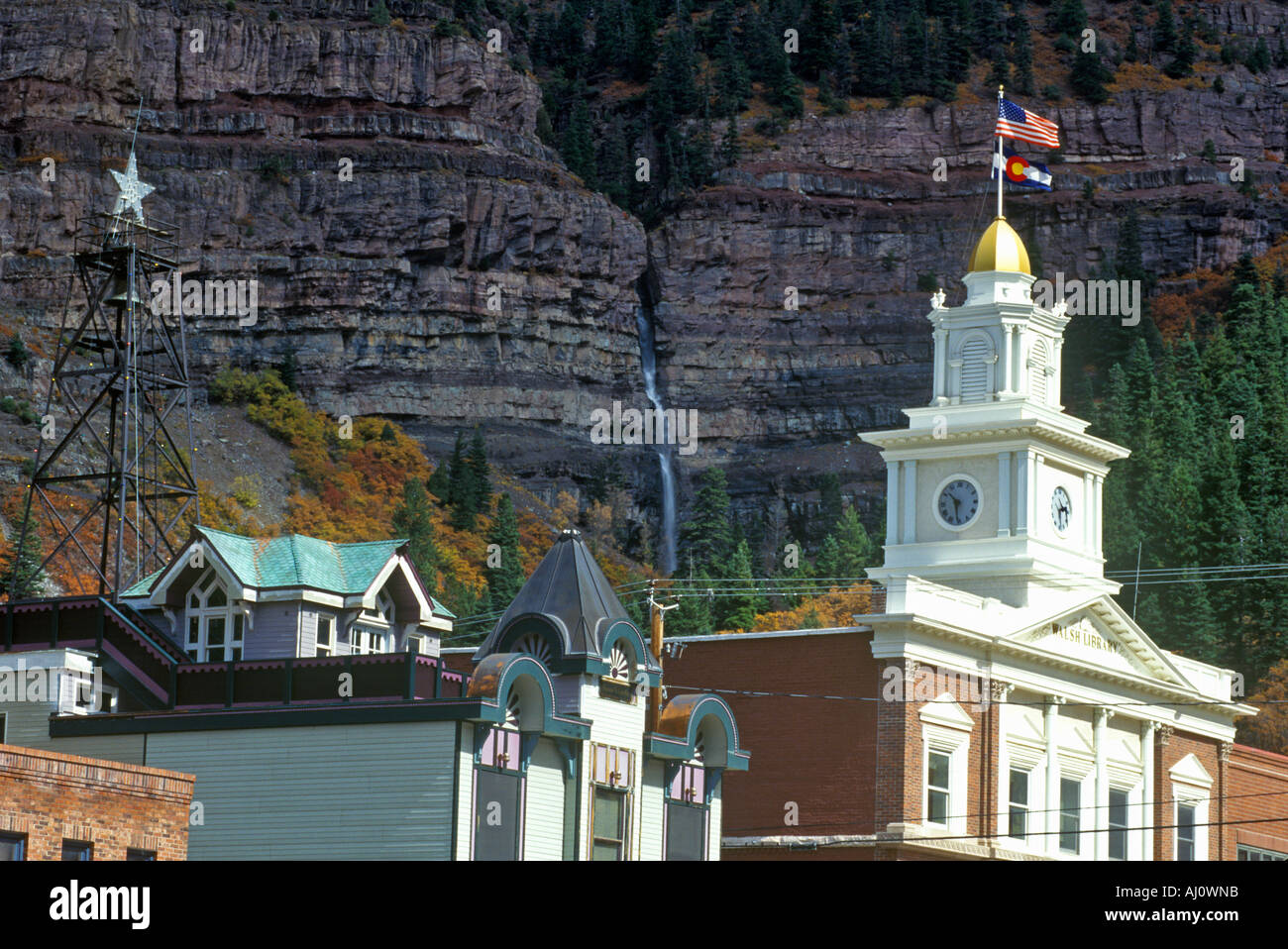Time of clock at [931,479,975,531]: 10:30
